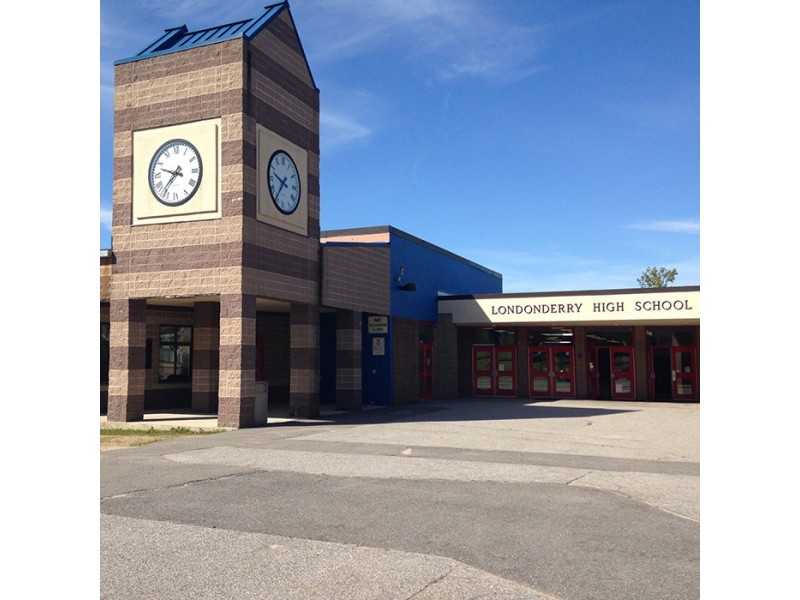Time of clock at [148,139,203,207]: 9:36
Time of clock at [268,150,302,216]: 9:36
